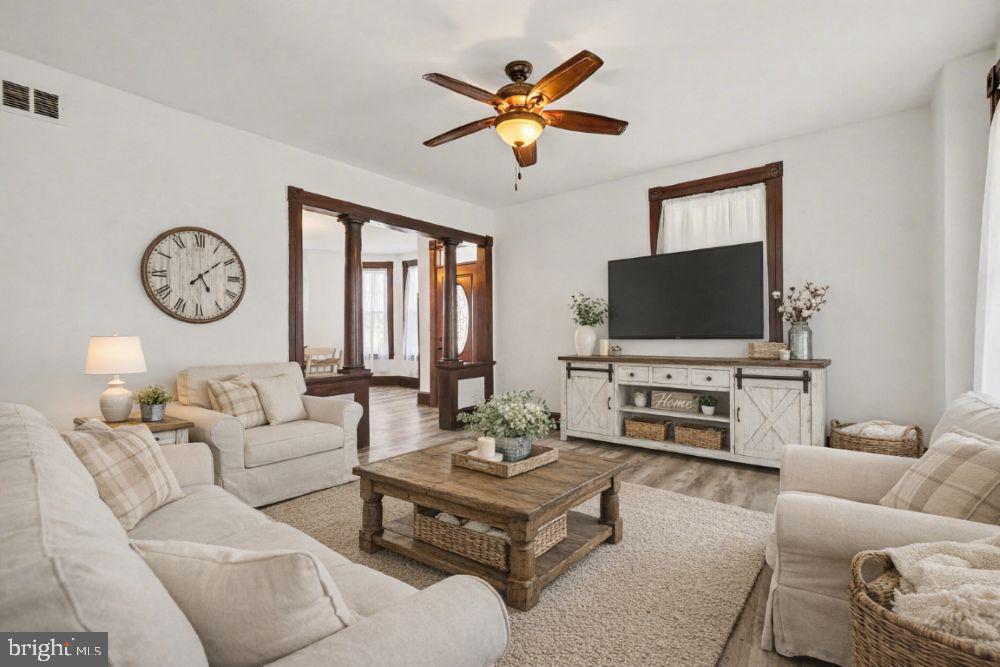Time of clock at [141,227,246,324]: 5:08
